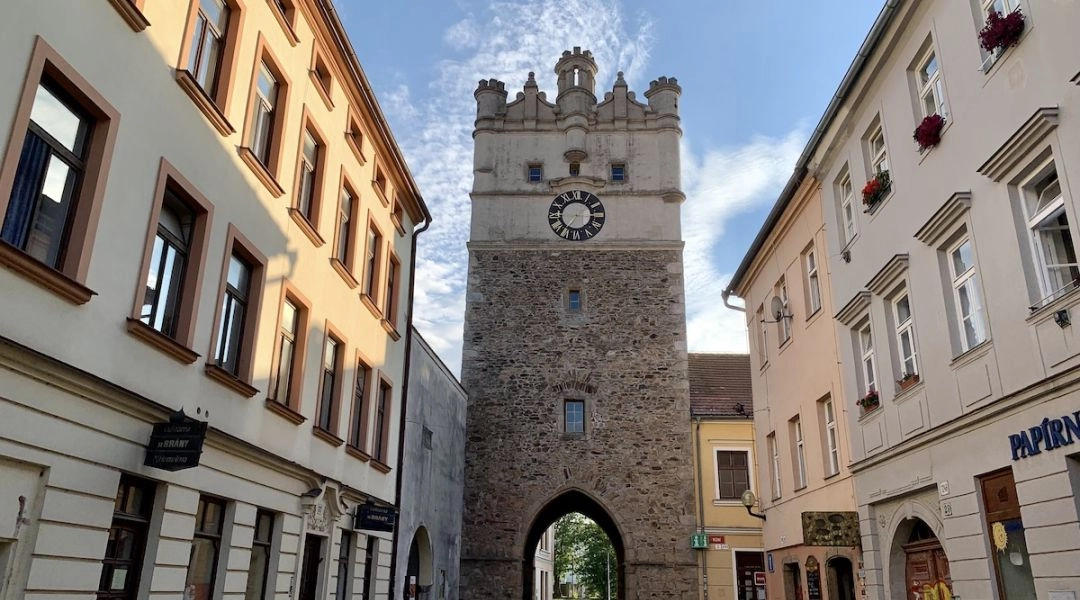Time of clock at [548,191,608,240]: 7:15
